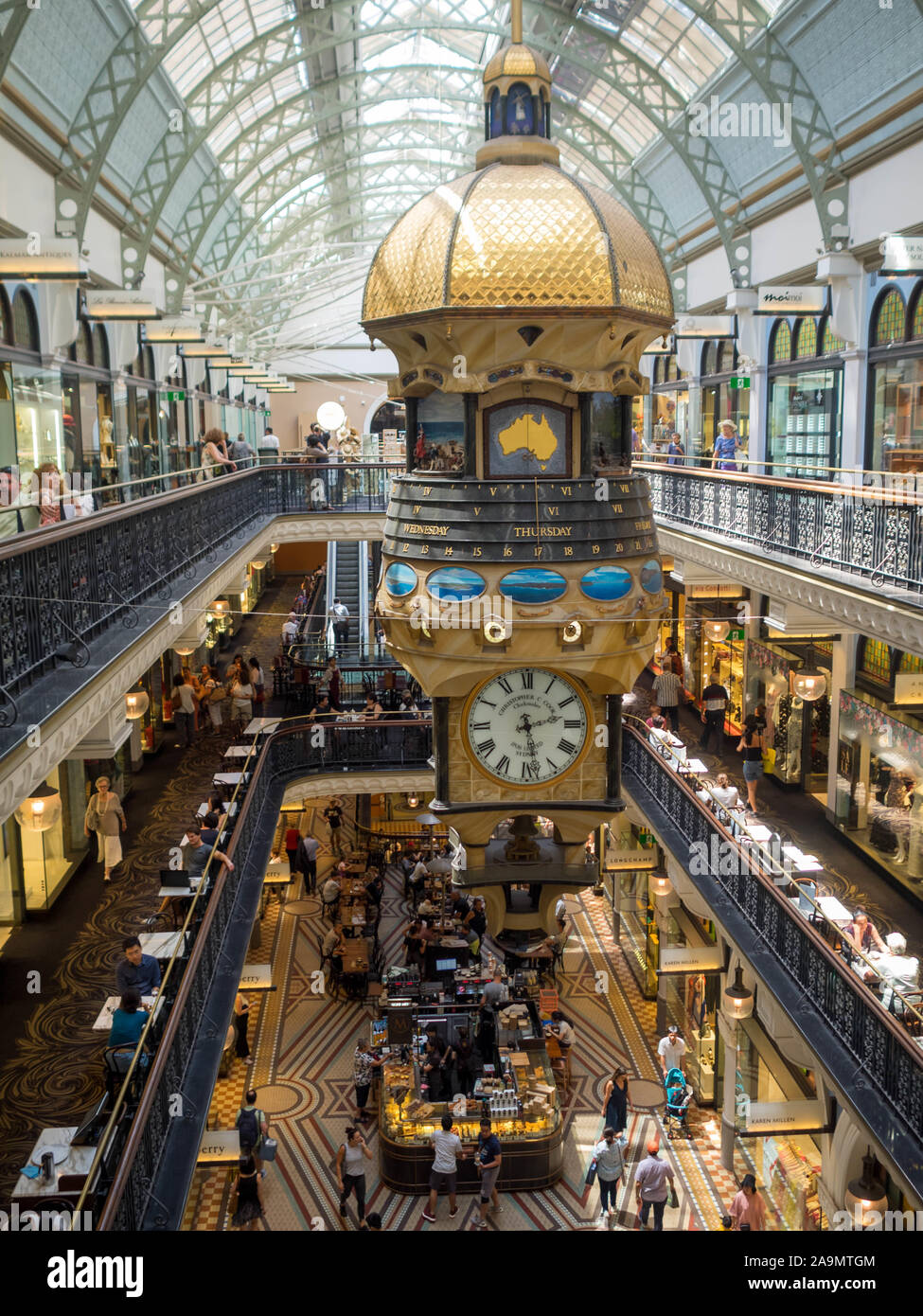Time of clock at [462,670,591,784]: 2:28
